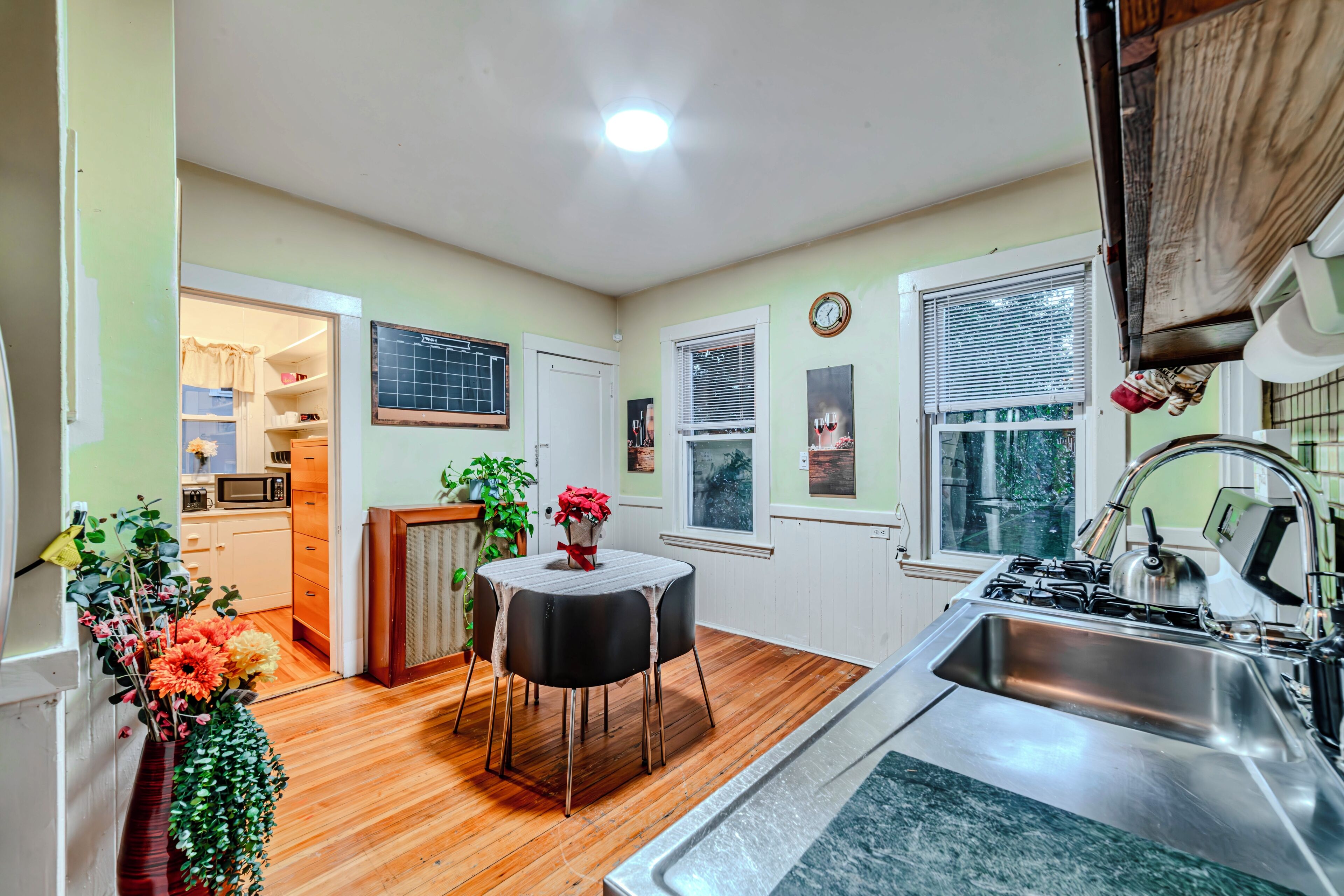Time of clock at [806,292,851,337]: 1:28
